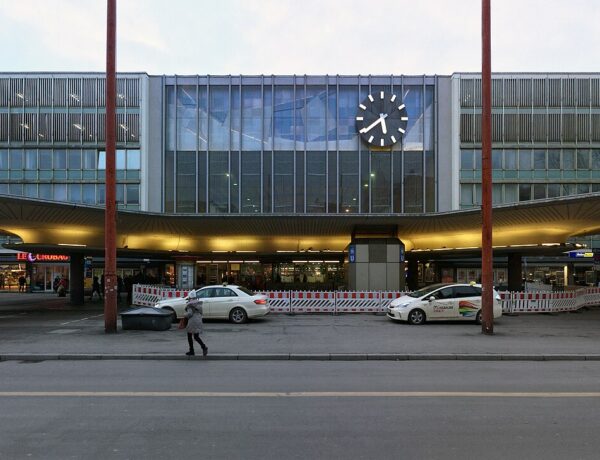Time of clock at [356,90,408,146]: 5:39
